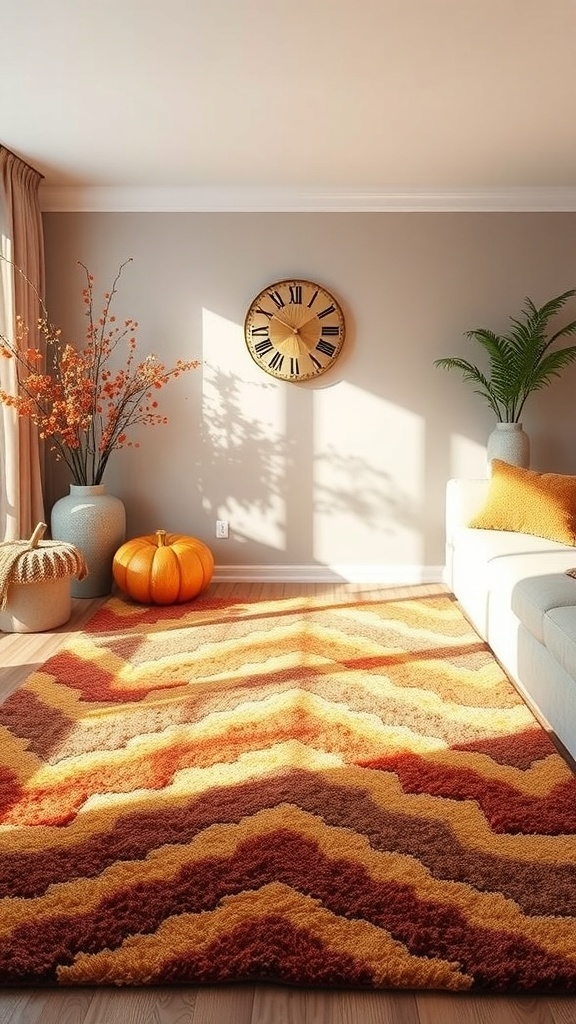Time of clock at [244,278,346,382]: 1:50
